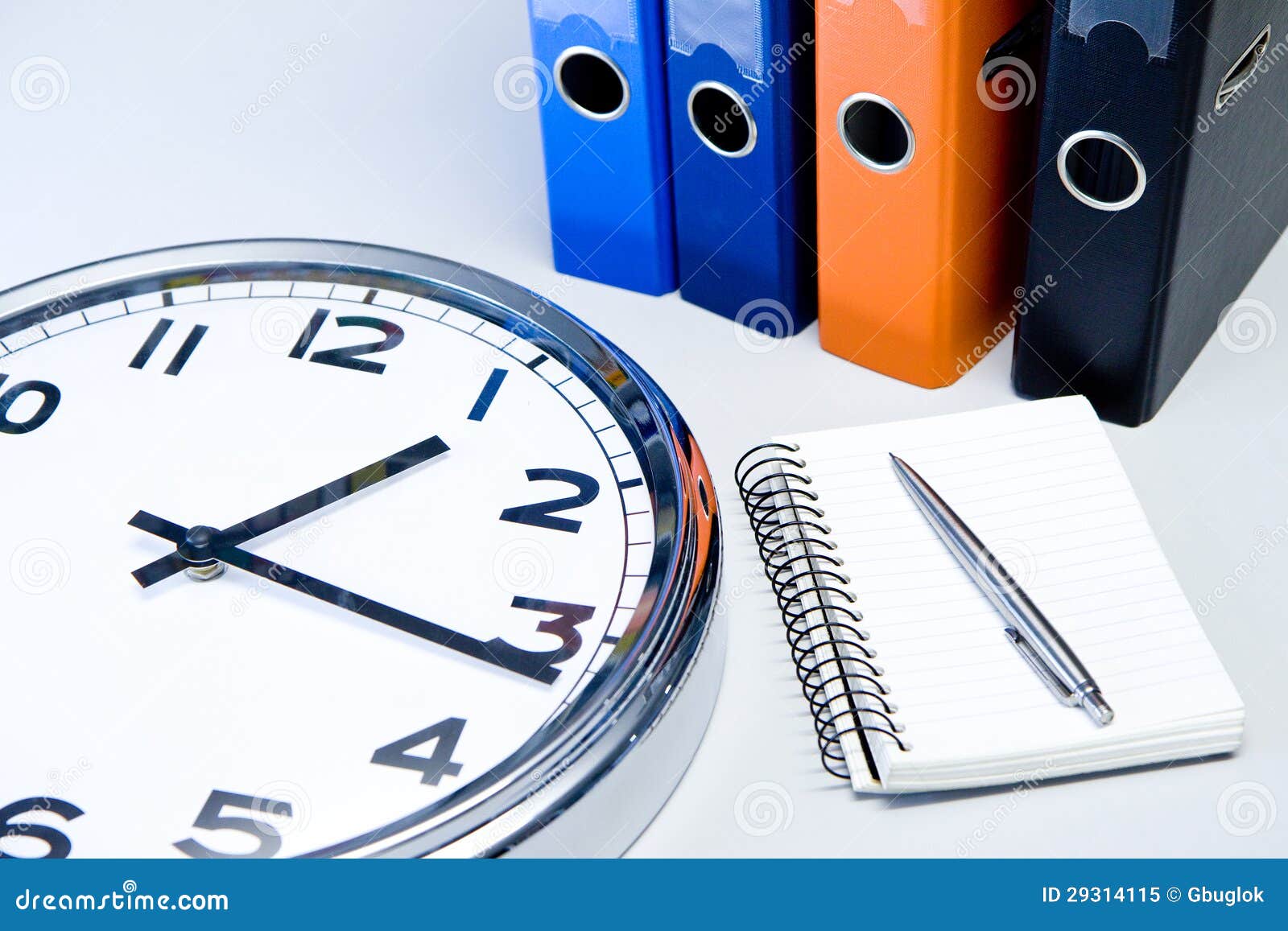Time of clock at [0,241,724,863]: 1:16
